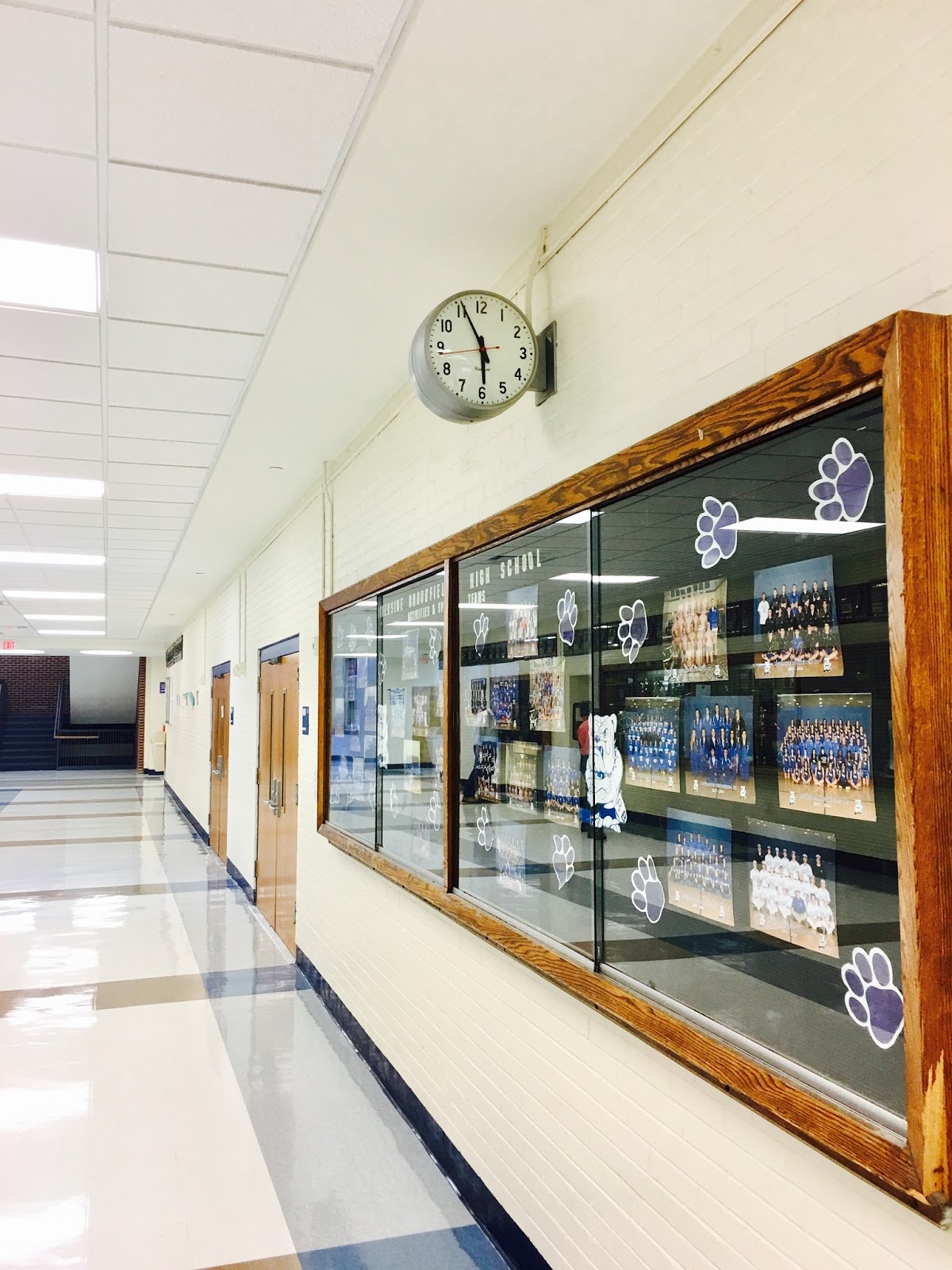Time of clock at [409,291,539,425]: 5:55
